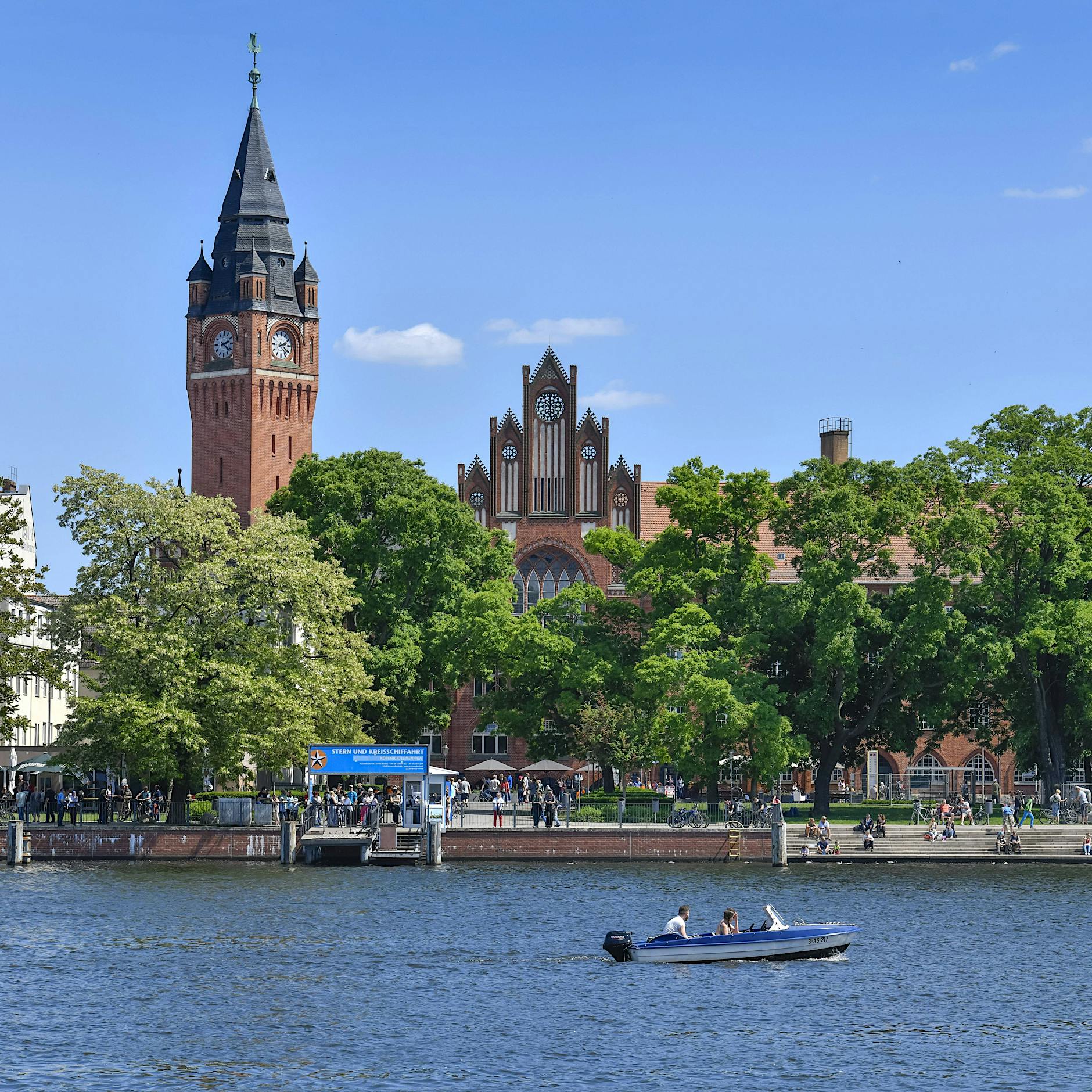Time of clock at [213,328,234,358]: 2:21
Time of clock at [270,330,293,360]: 2:21
